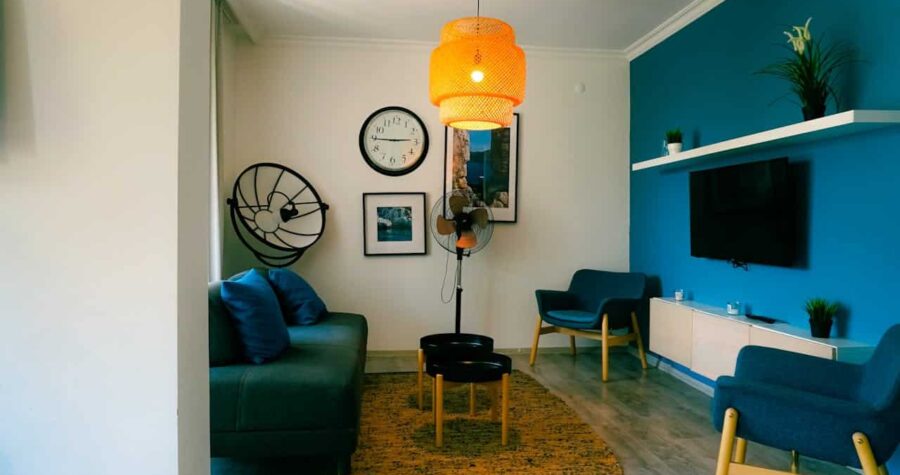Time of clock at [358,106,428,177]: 2:45
